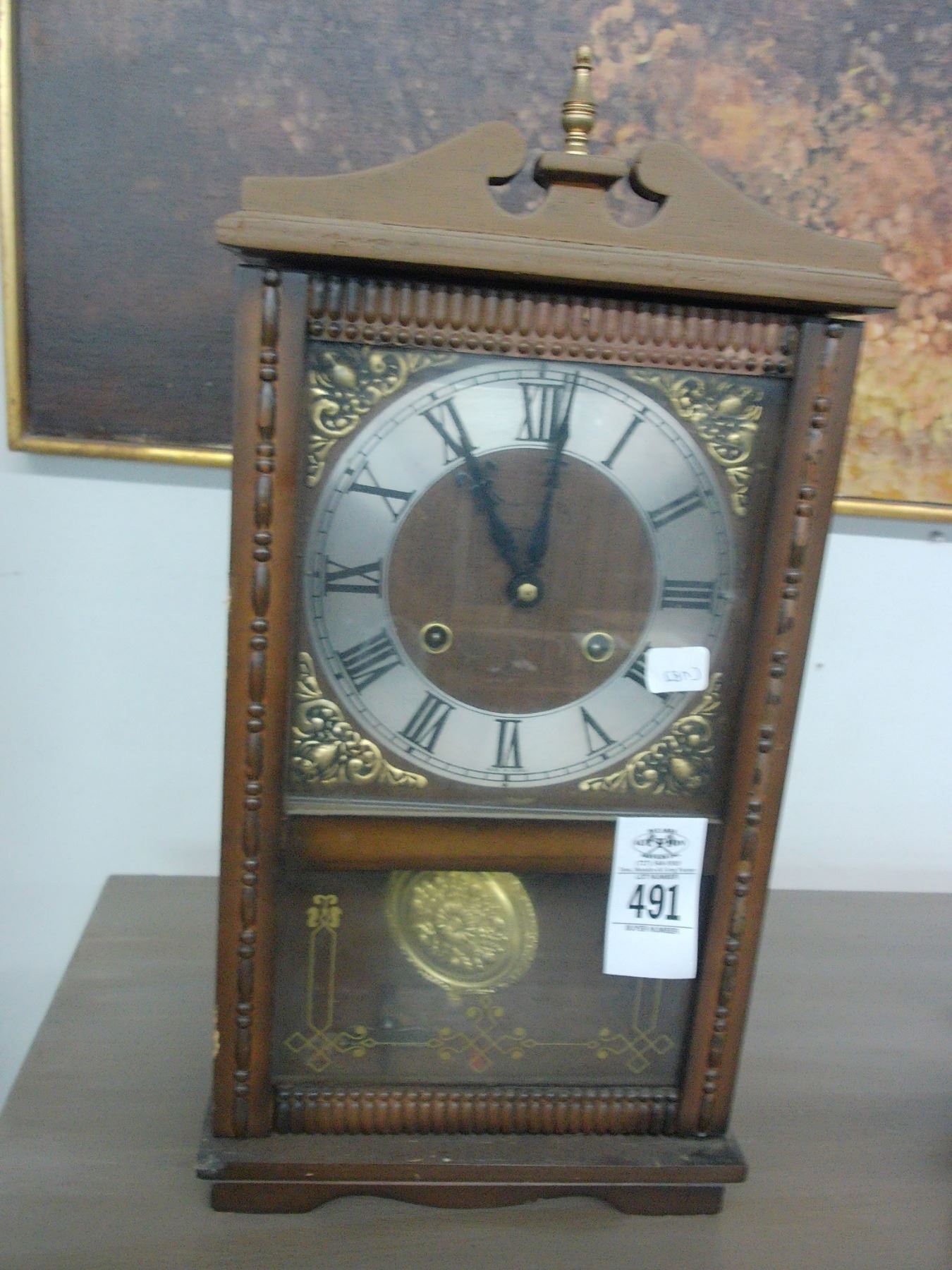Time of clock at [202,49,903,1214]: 11:01
